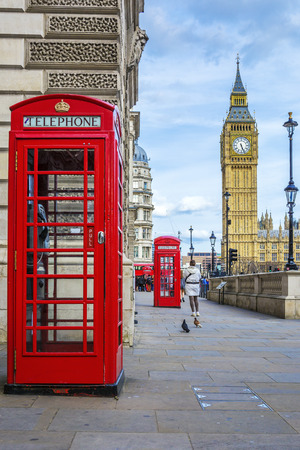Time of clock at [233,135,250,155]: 5:26
